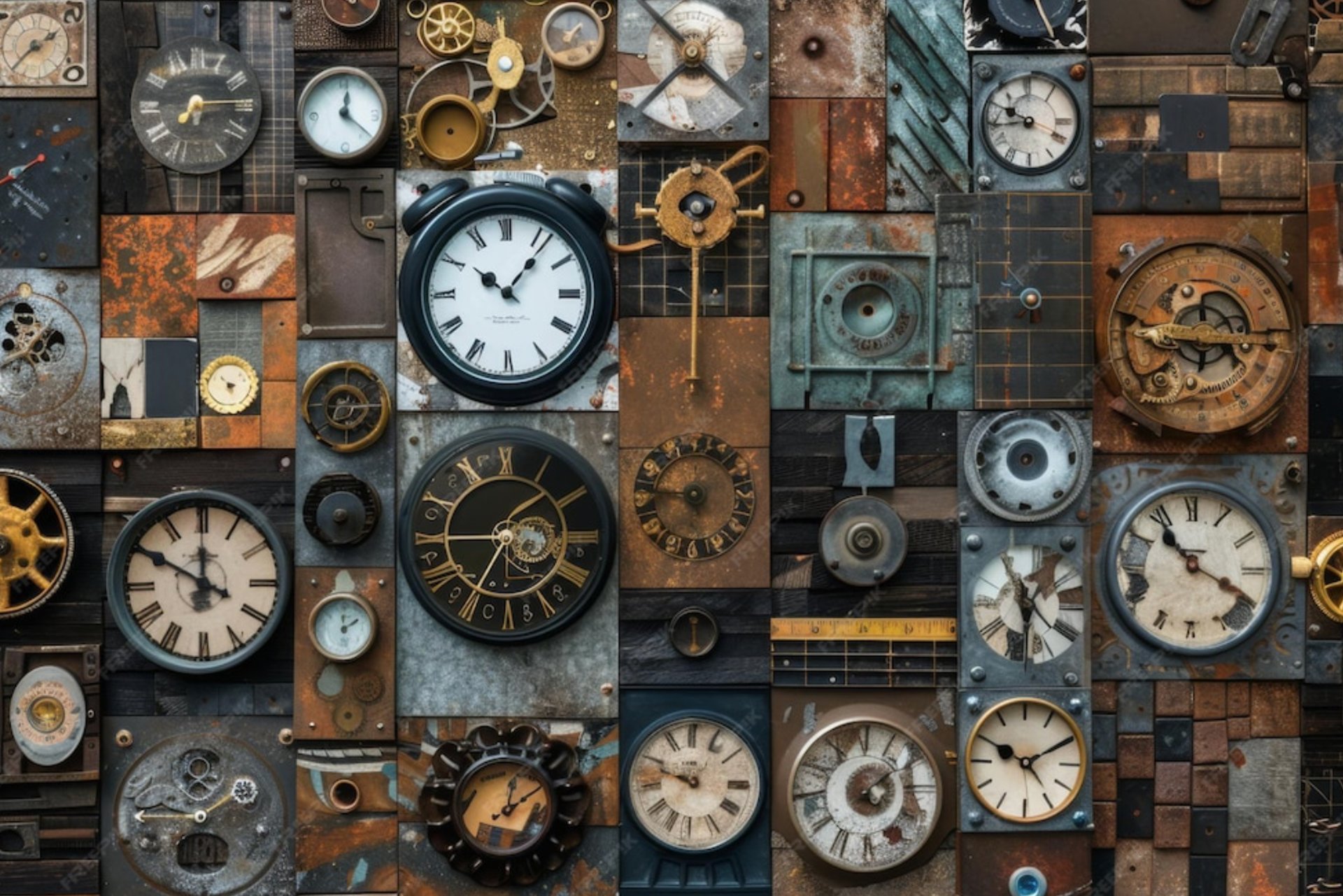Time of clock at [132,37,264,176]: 7:14
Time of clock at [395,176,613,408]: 10:06
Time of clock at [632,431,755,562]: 8:46
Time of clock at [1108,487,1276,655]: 10:19
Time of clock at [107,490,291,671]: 11:49
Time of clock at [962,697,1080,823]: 10:10
